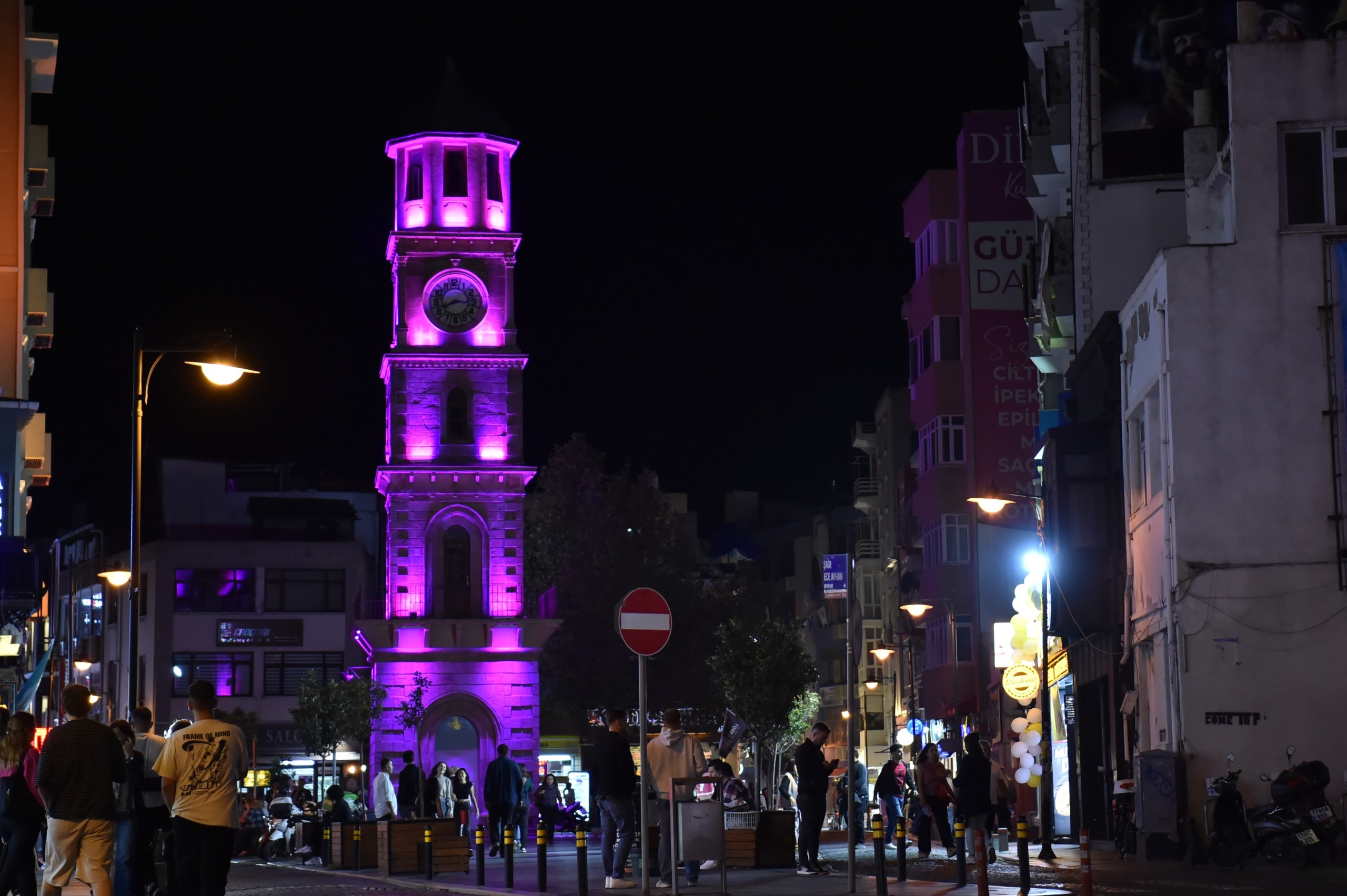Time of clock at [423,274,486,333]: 8:16
